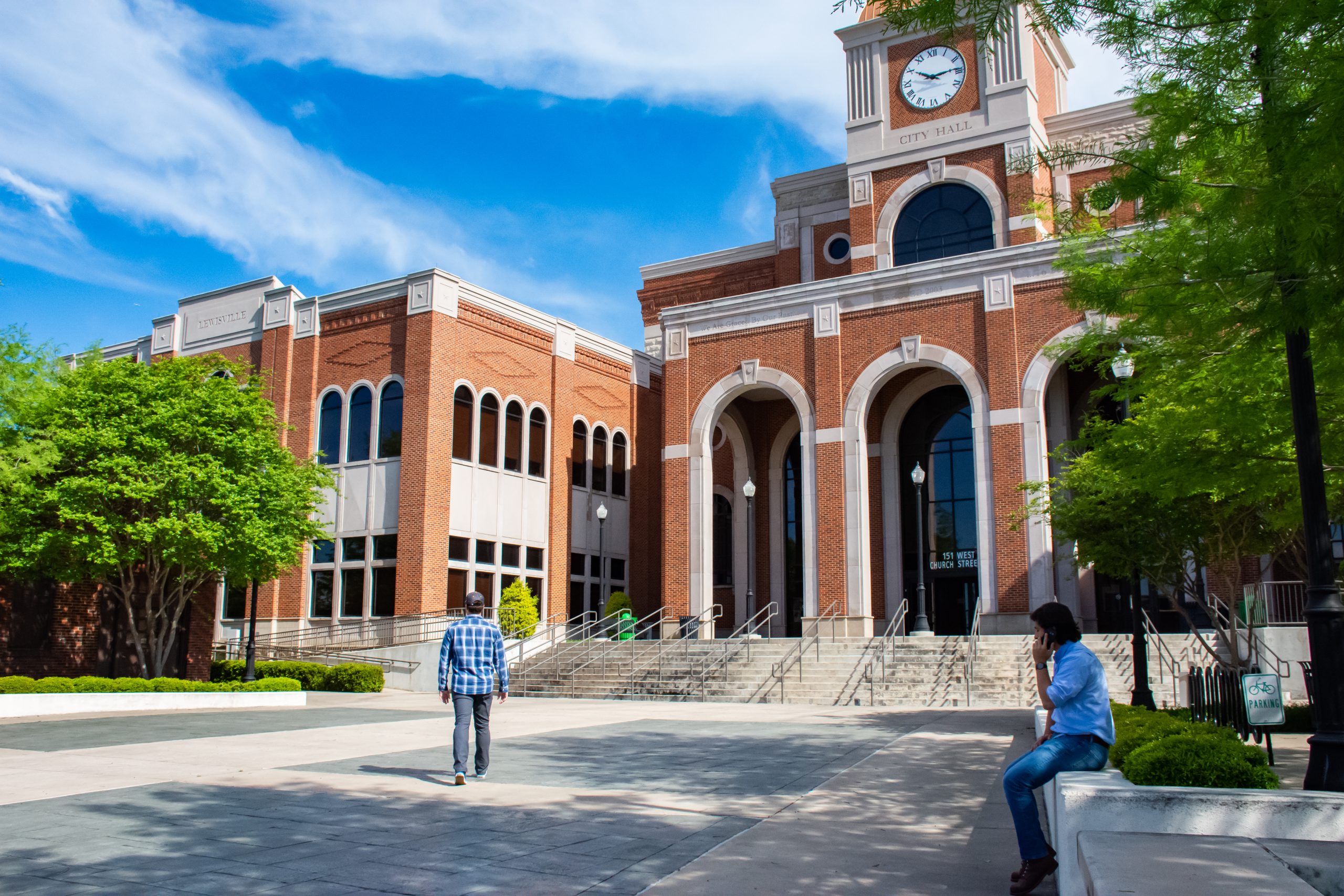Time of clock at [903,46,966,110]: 10:13
